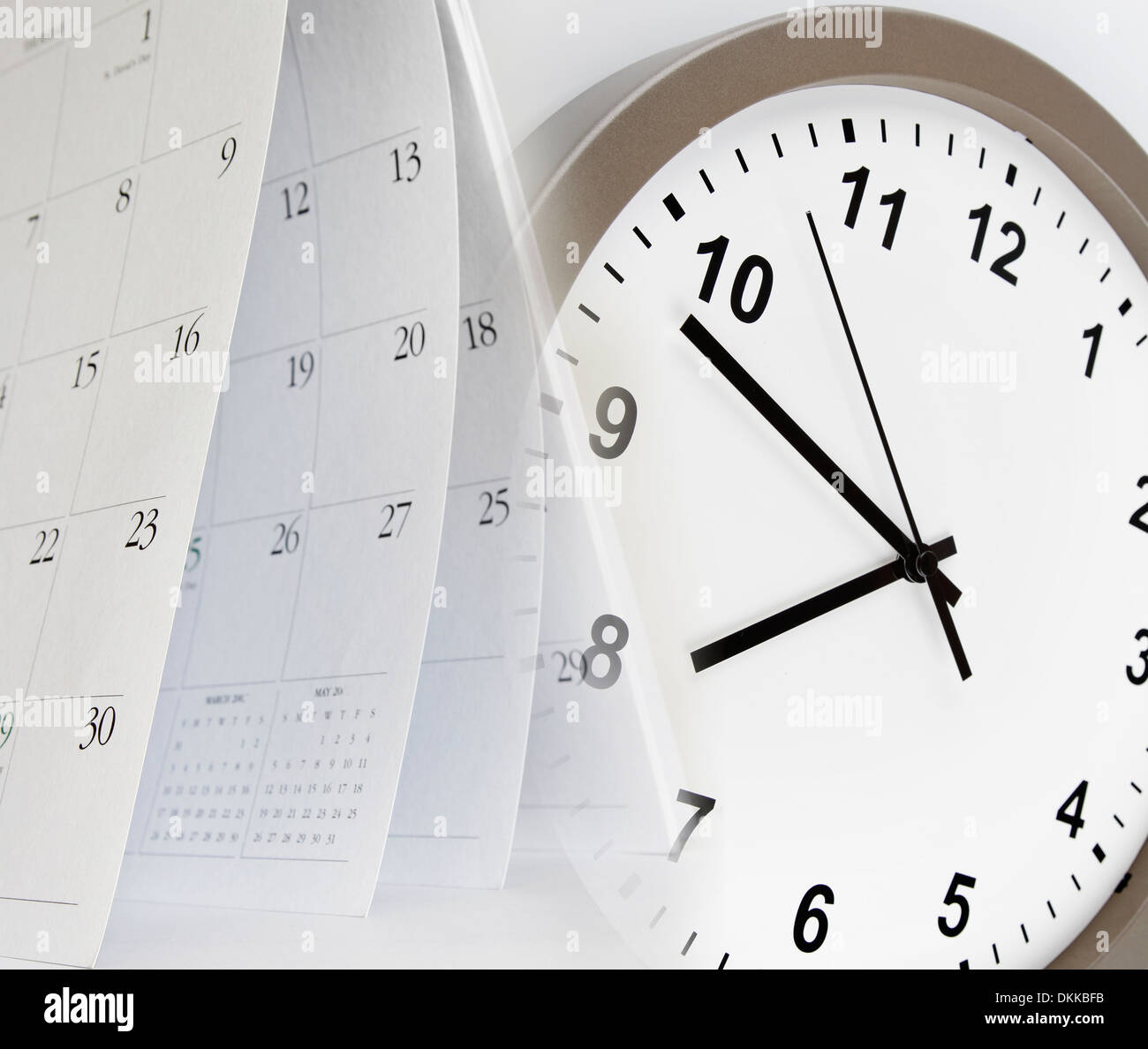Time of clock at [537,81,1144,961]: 7:48
